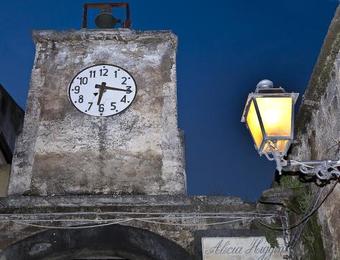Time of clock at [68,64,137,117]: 6:16
